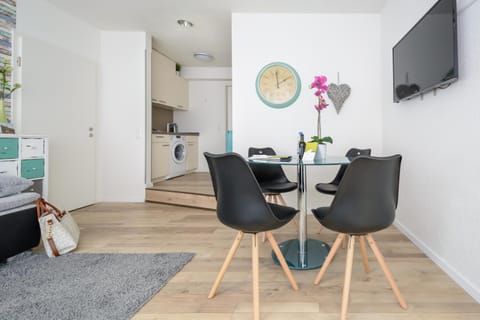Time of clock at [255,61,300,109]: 1:59
